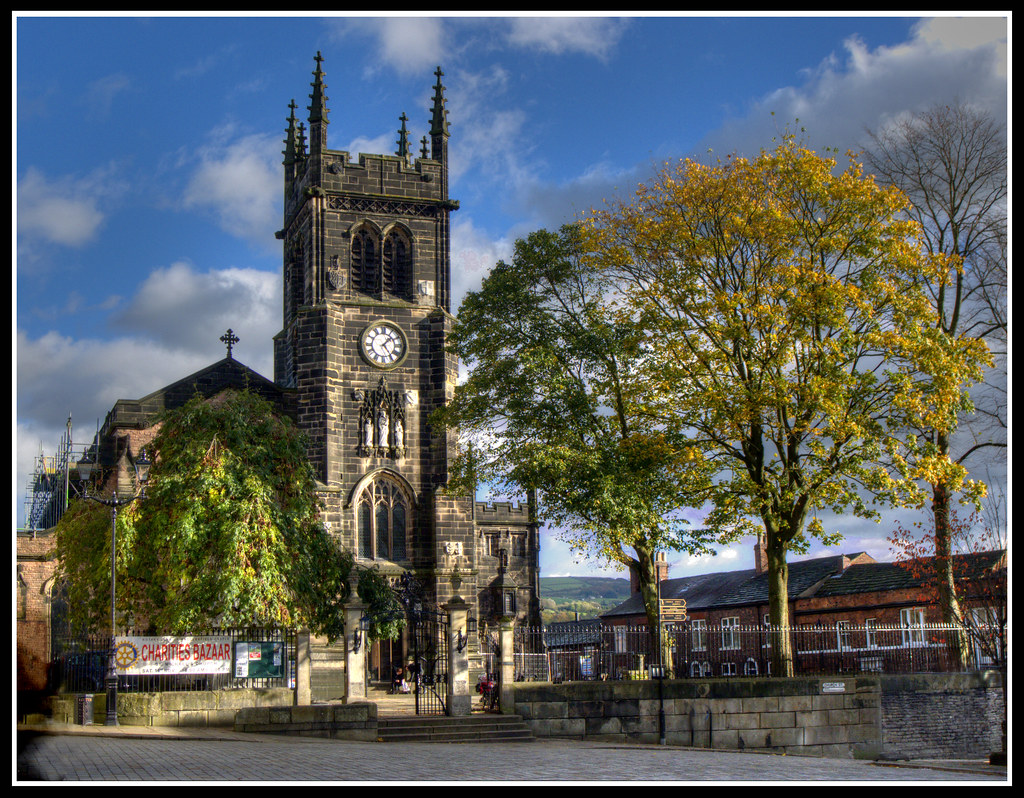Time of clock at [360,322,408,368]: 1:24
